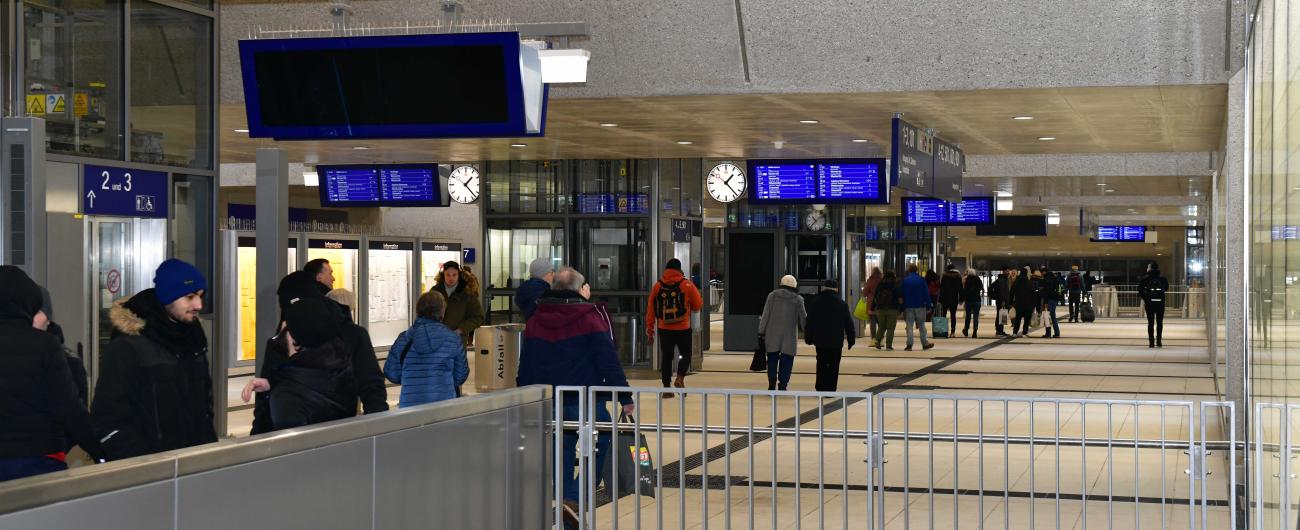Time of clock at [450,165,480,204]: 1:22
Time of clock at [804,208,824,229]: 10:37
